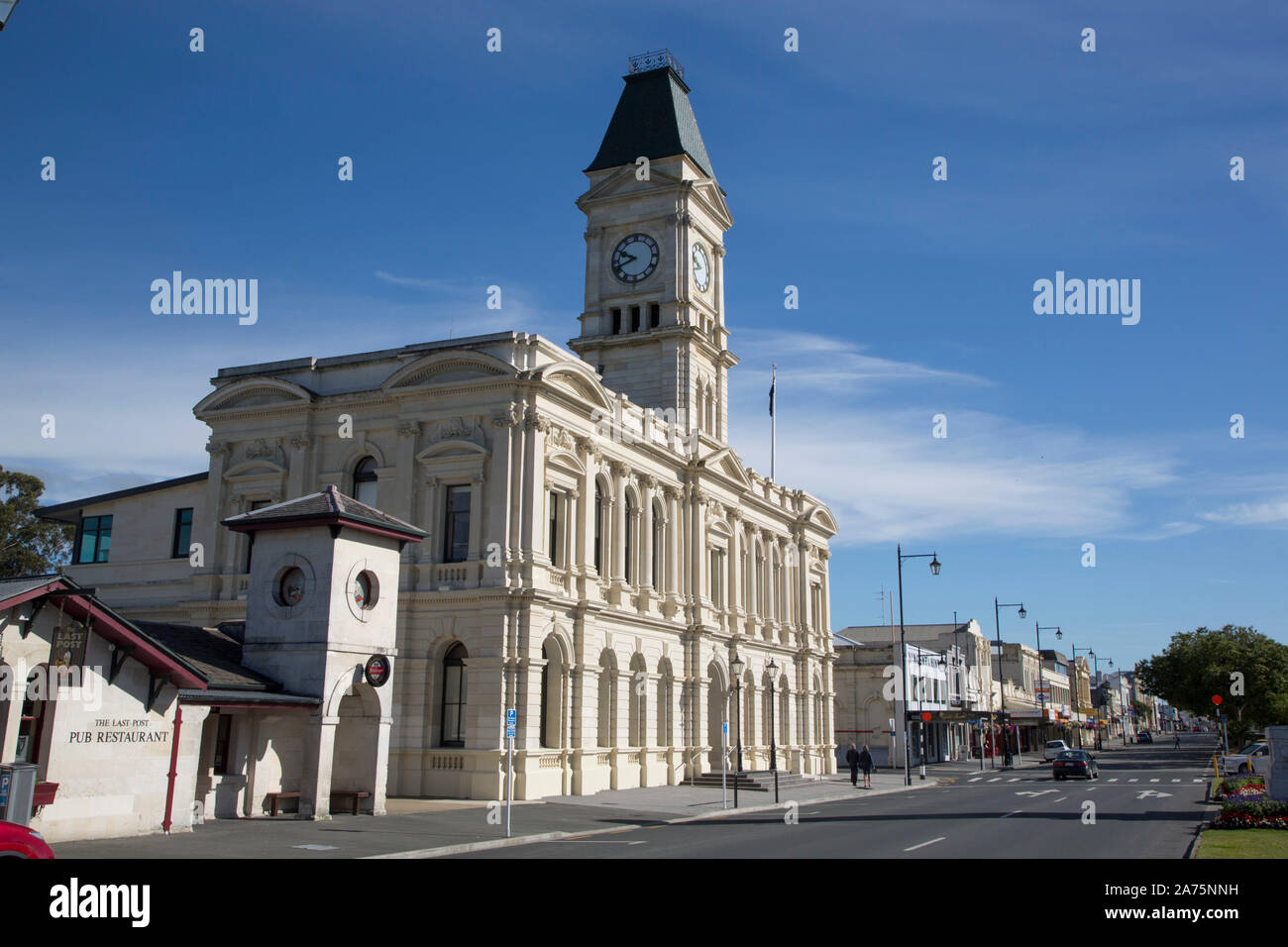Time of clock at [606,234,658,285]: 9:41
